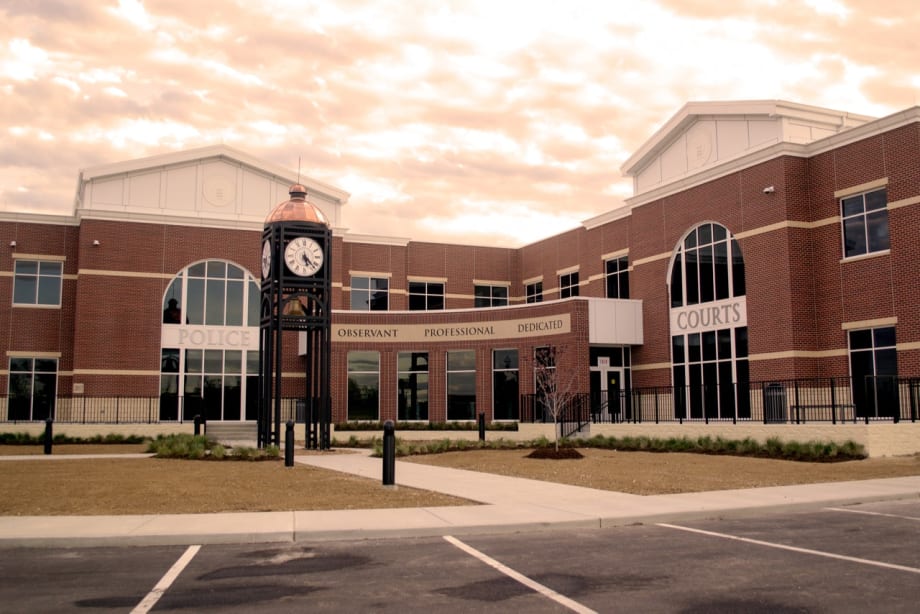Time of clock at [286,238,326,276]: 5:22
